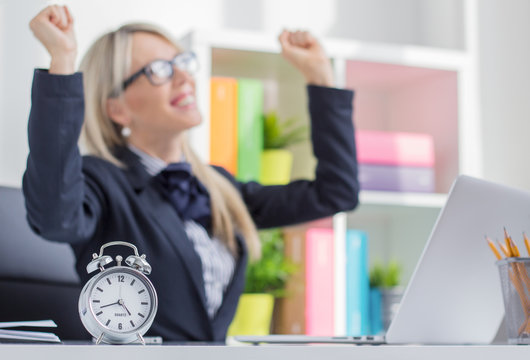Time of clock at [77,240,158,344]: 4:42
